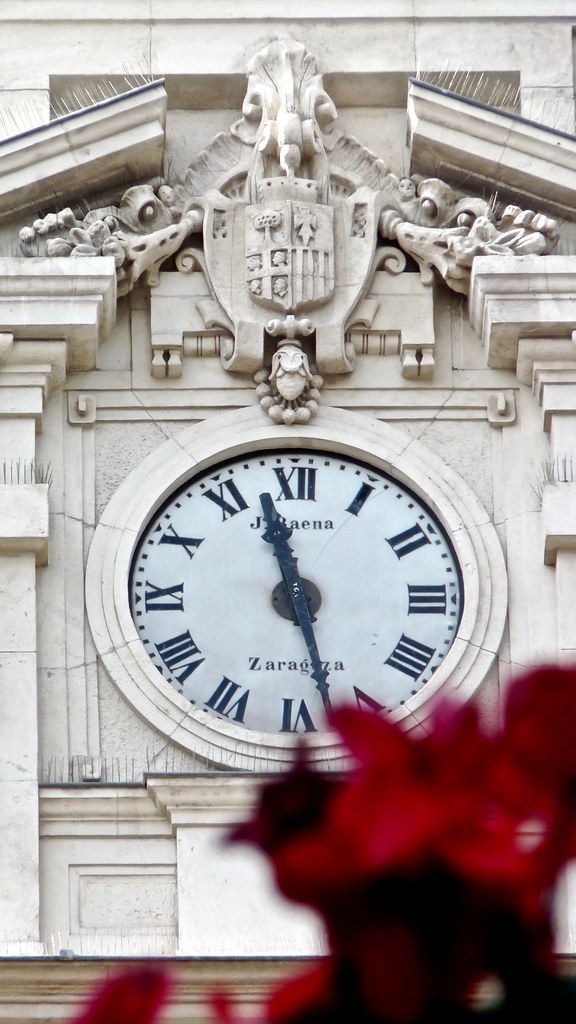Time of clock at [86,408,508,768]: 11:27
